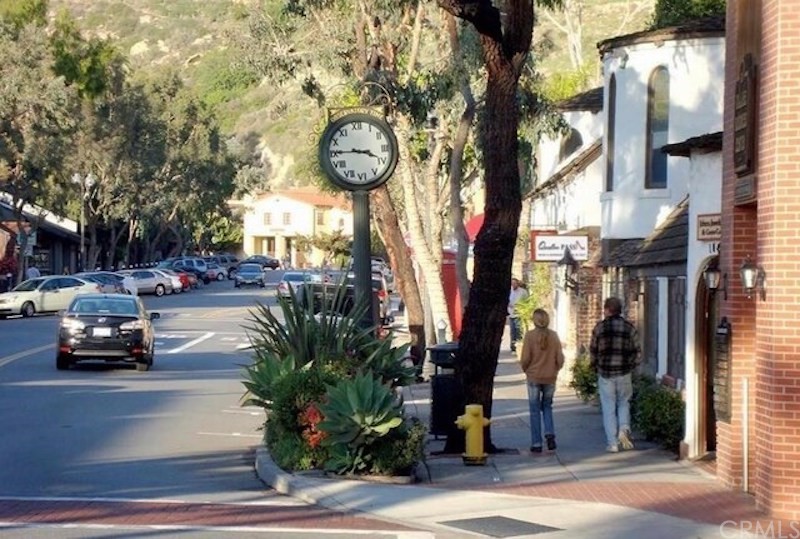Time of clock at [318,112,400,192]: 3:45
